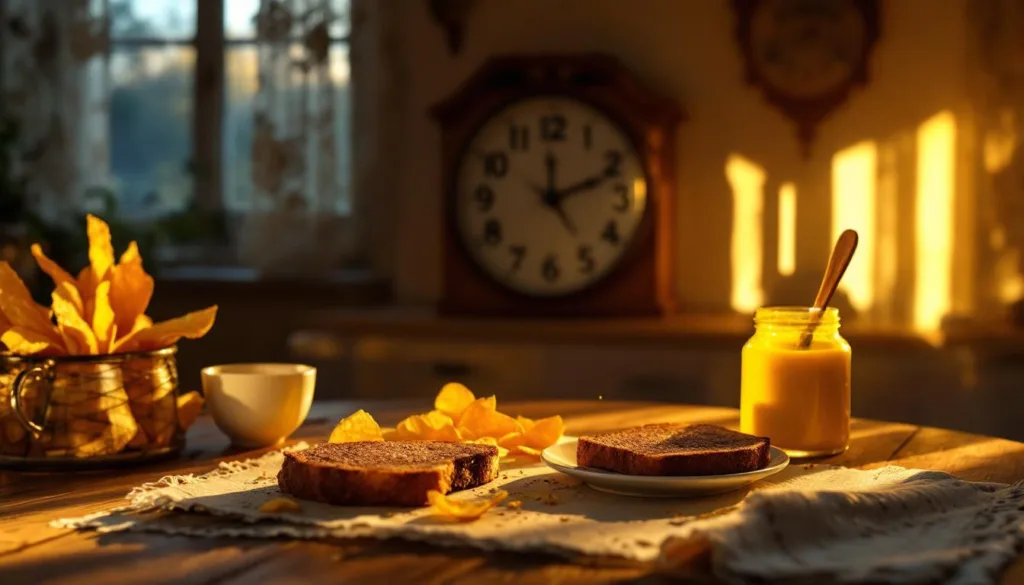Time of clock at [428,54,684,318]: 12:11
